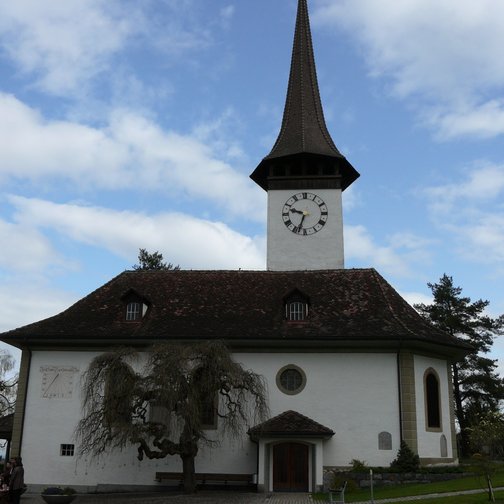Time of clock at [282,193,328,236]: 9:33
